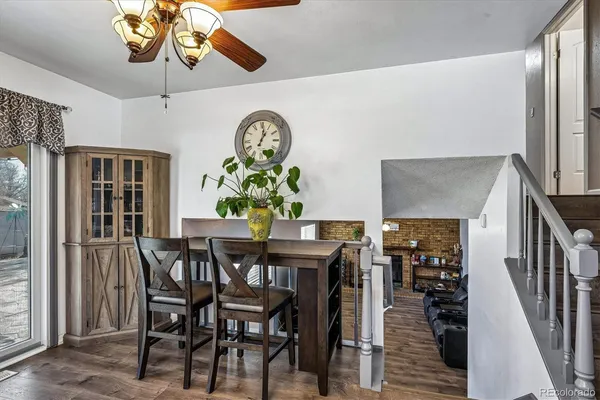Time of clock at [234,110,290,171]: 1:01
